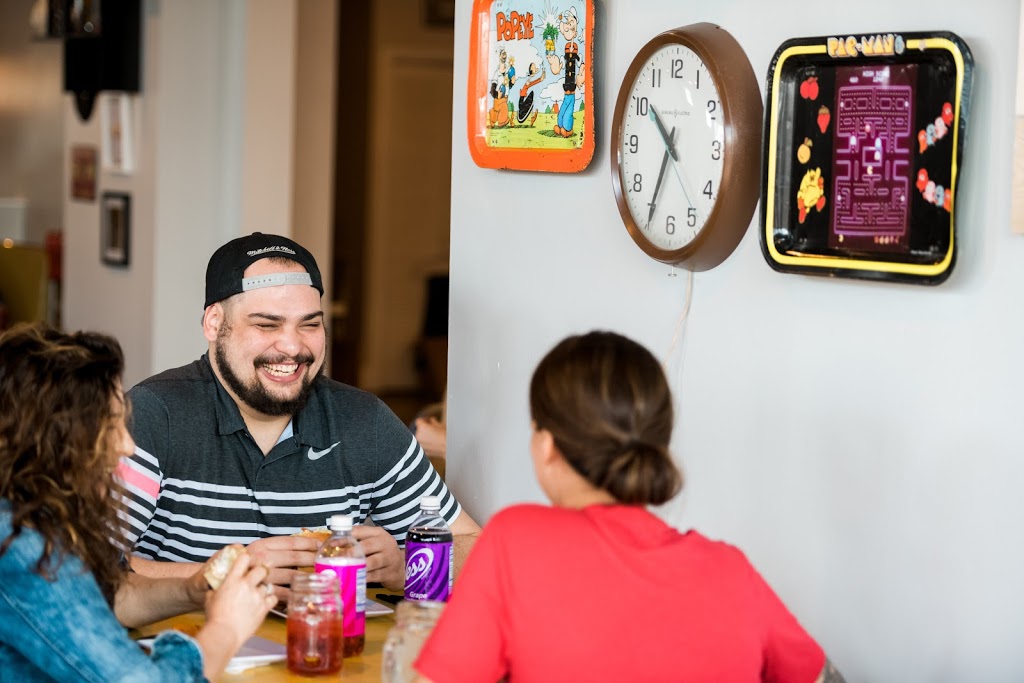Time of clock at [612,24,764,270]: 10:34
